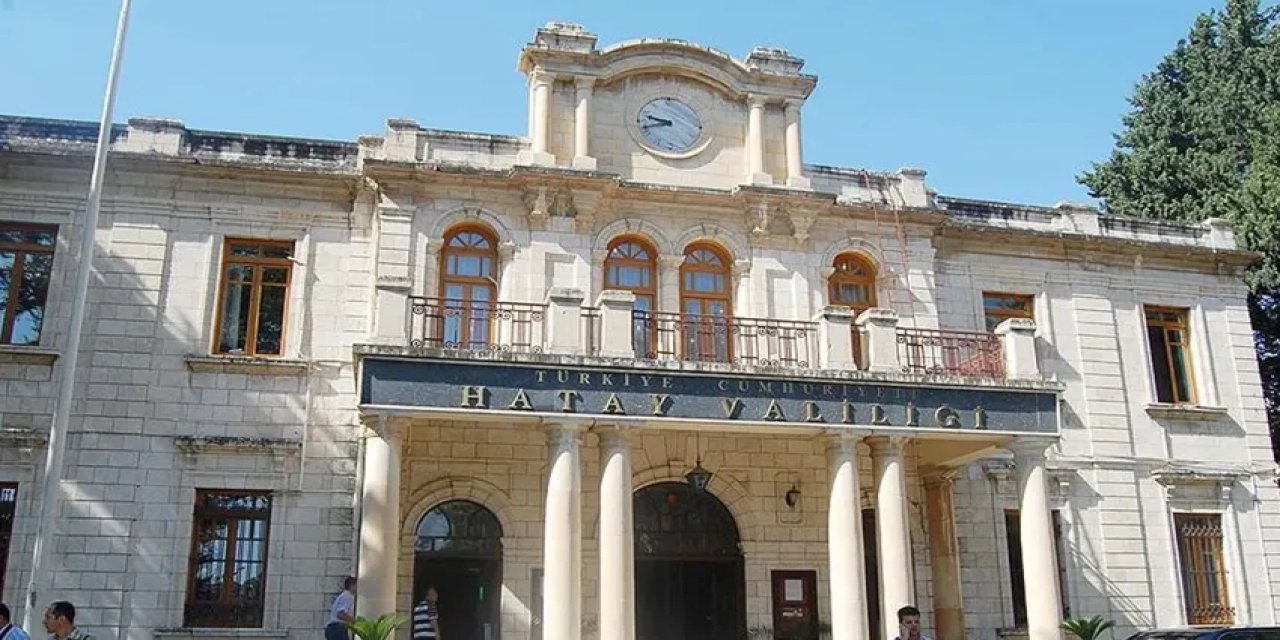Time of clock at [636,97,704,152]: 9:42
